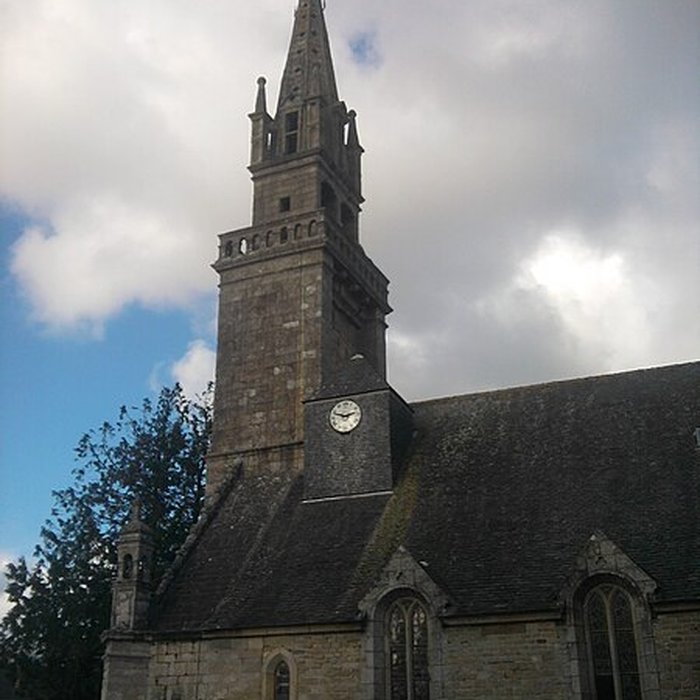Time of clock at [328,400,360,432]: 2:48
